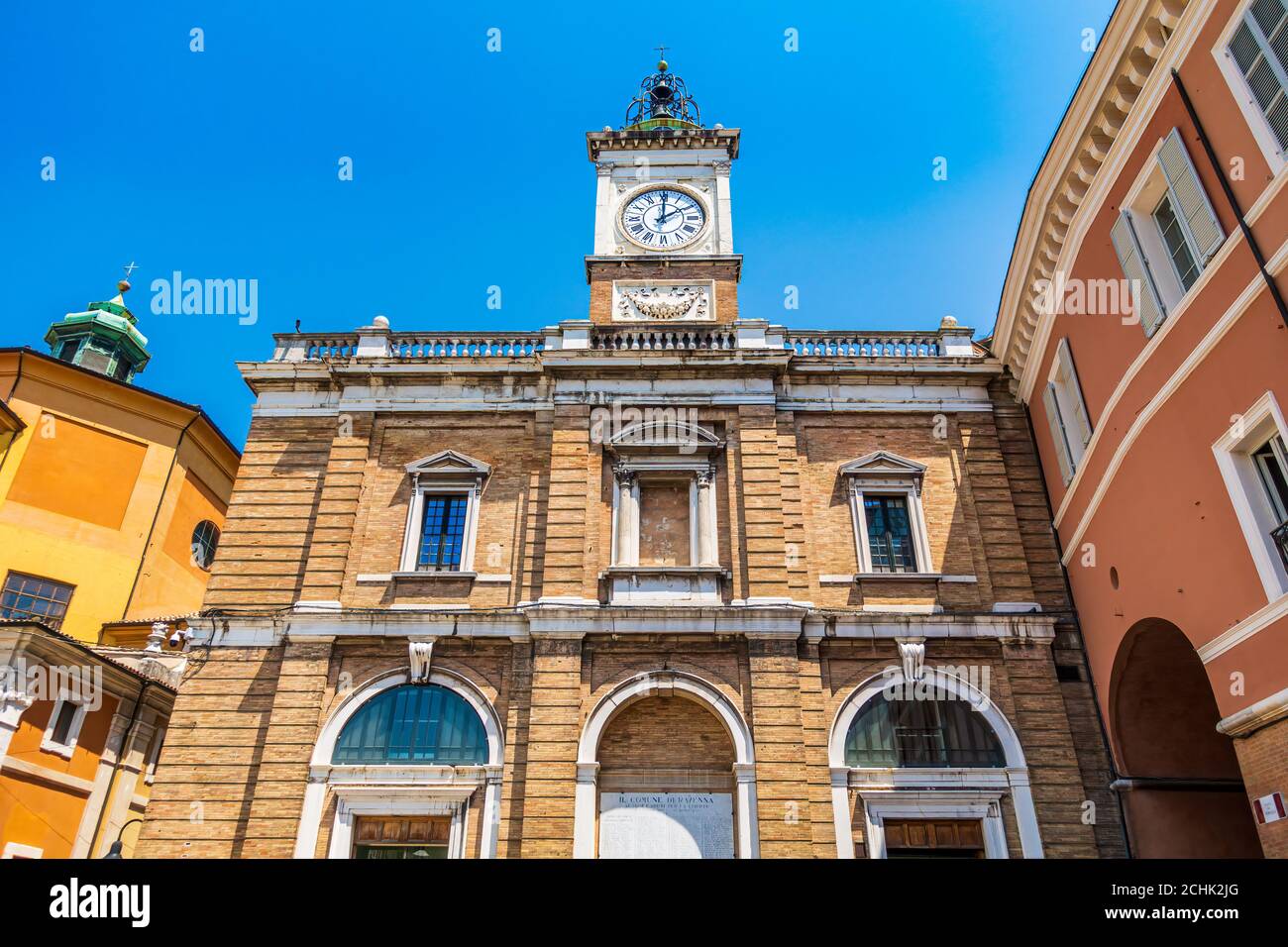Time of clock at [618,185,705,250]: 2:00
